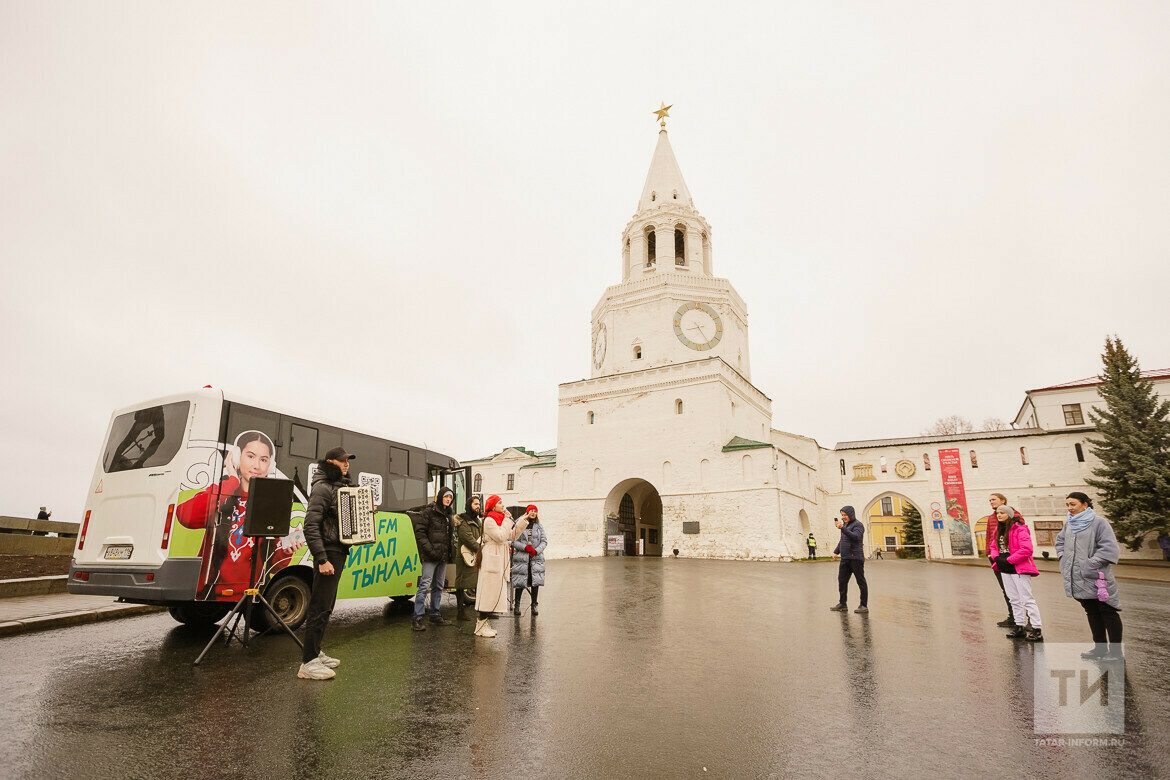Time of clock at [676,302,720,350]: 8:24
